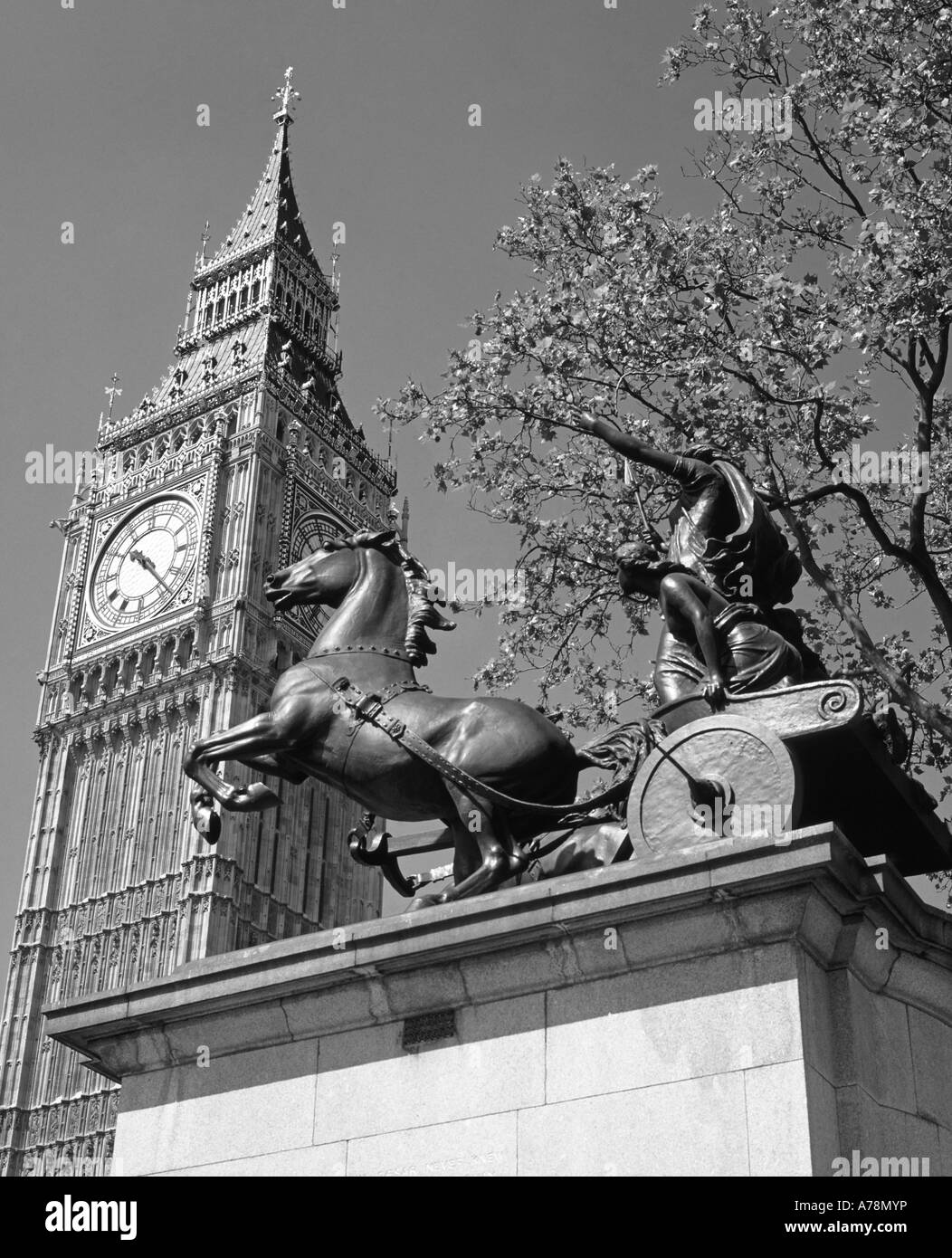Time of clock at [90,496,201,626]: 10:23
